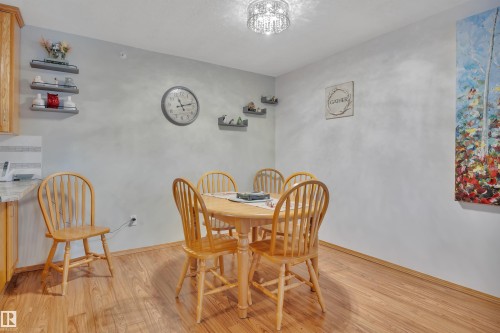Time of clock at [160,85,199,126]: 11:12
